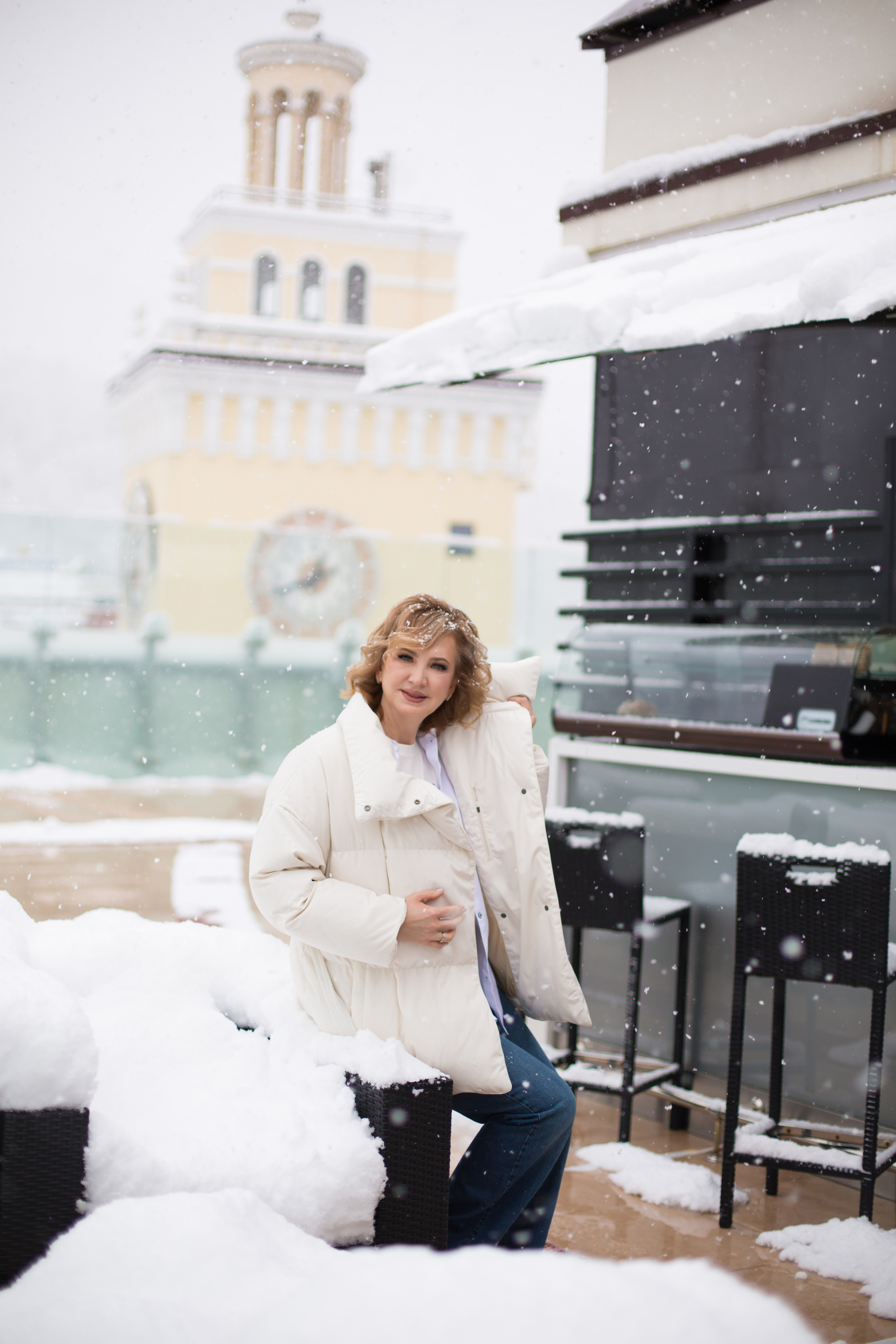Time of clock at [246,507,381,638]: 7:40
